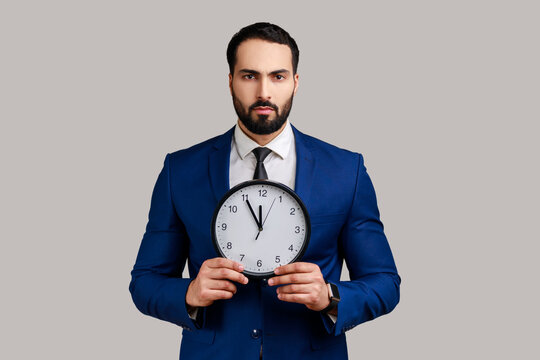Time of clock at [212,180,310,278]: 11:54
